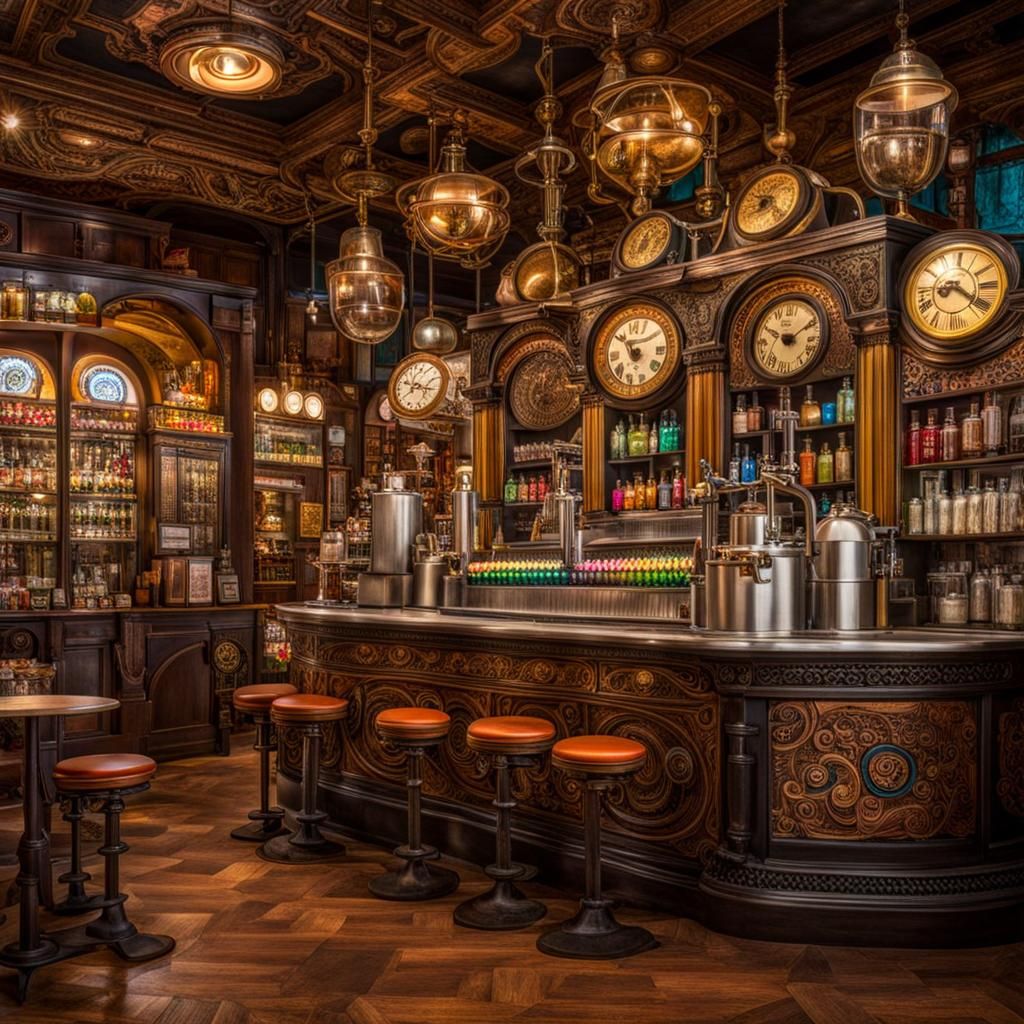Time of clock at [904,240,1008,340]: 8:19
